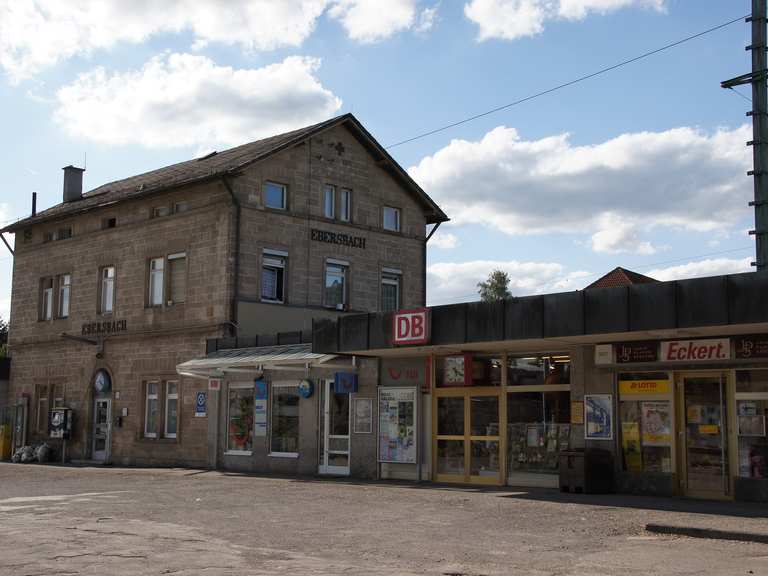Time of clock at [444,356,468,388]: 5:20
